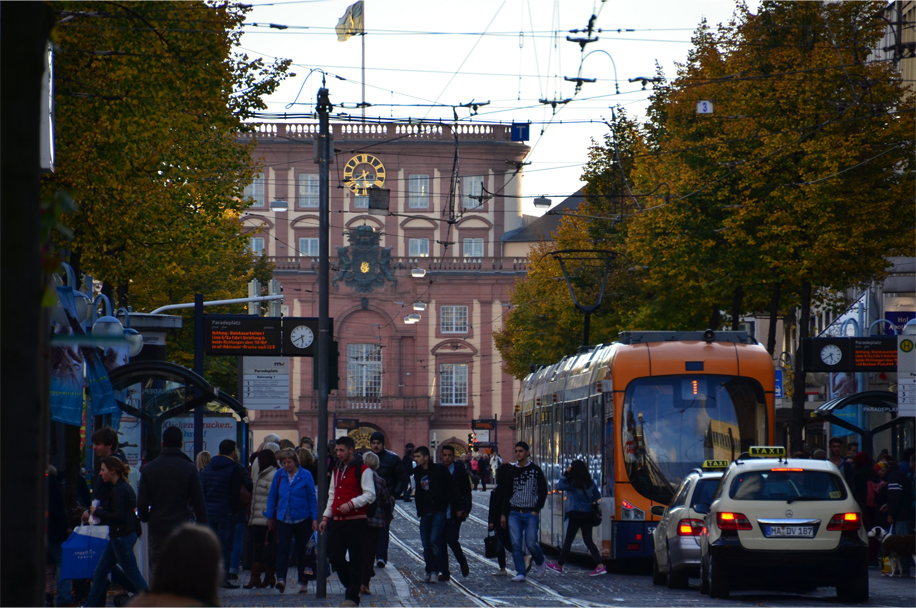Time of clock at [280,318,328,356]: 5:40
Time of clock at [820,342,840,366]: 5:39
